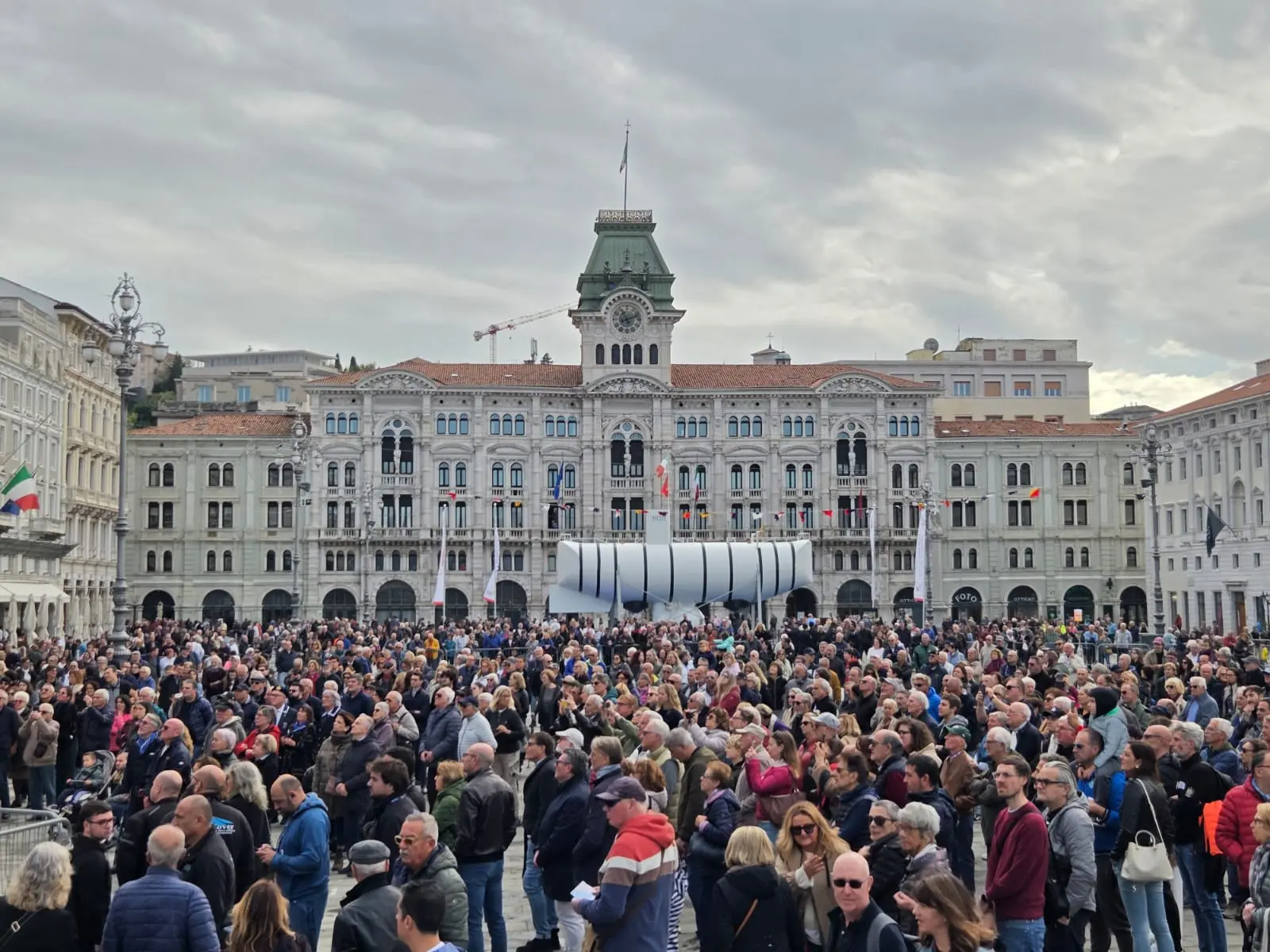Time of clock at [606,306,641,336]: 11:11
